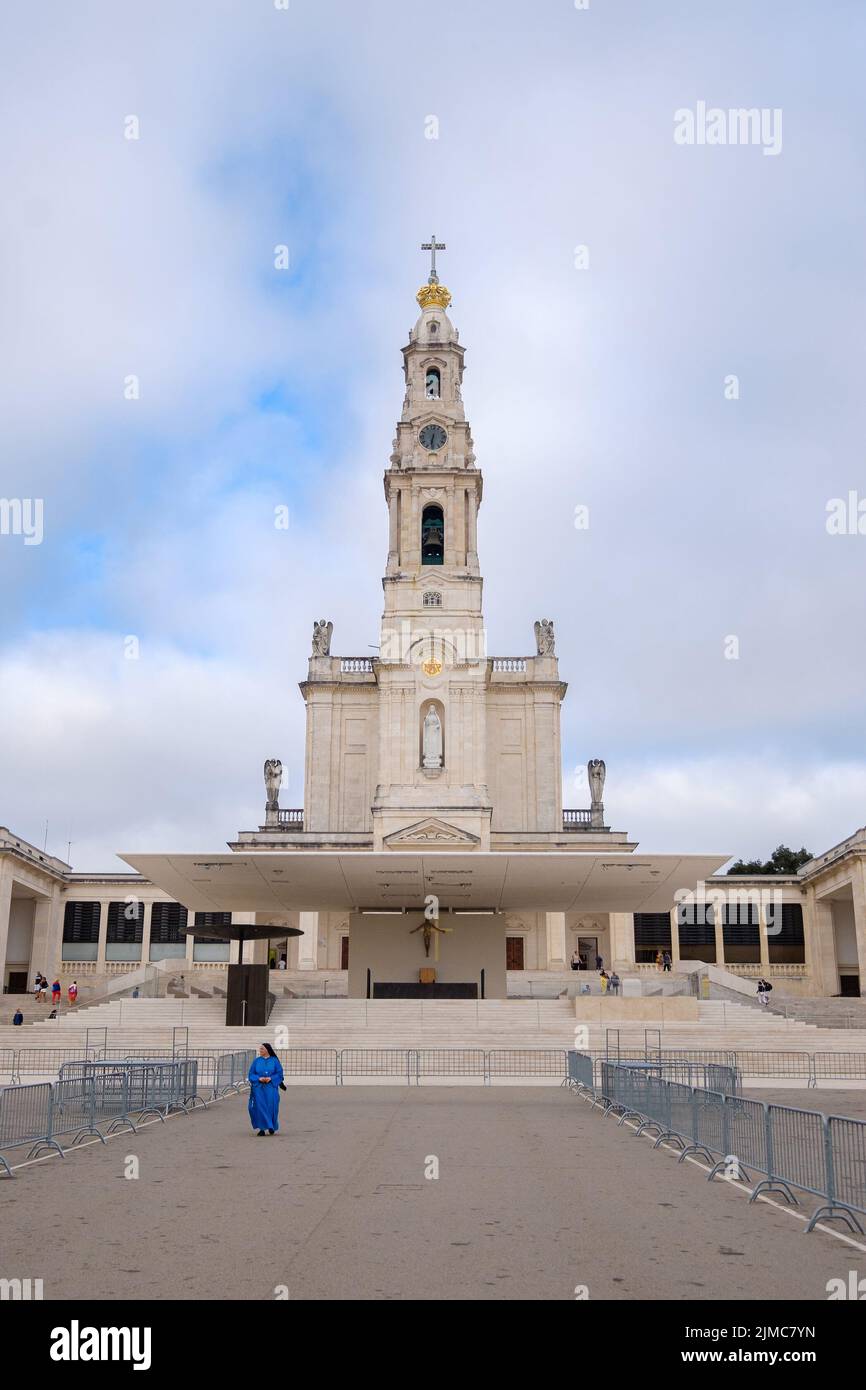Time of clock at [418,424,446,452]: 6:31
